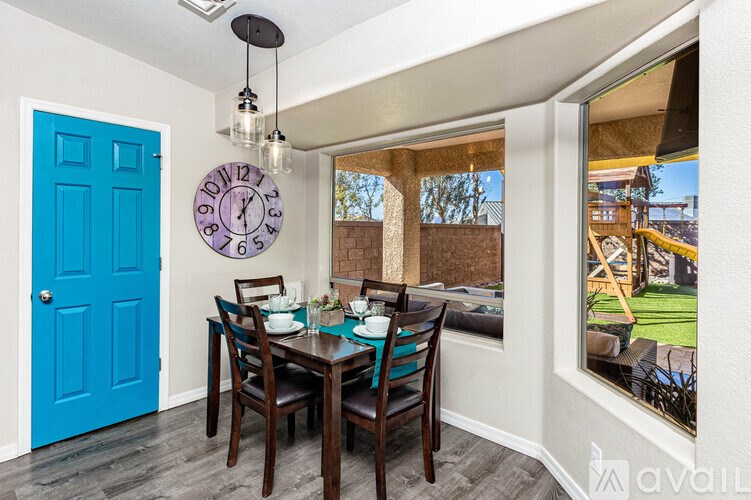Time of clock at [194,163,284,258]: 1:28
